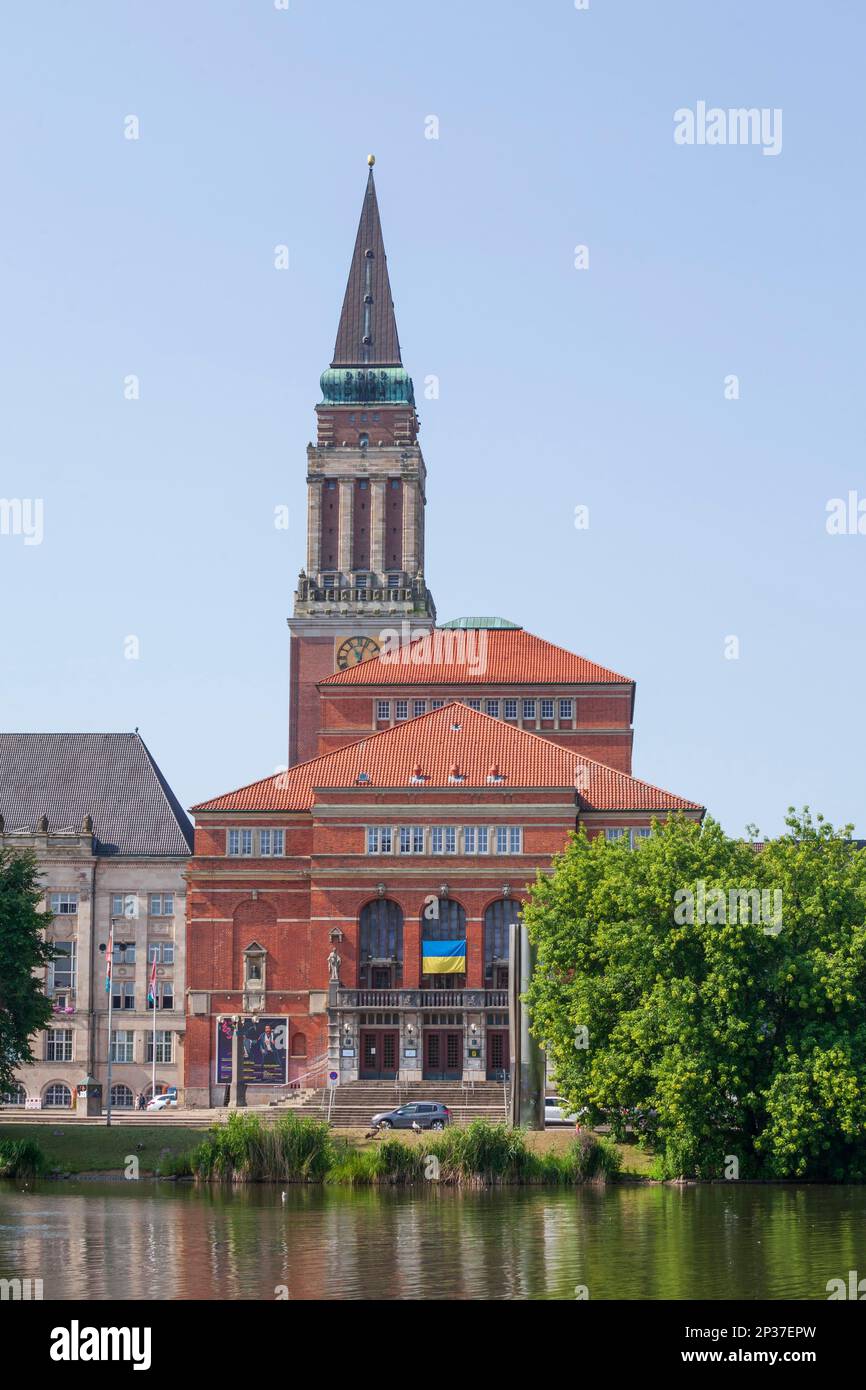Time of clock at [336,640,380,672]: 11:03
